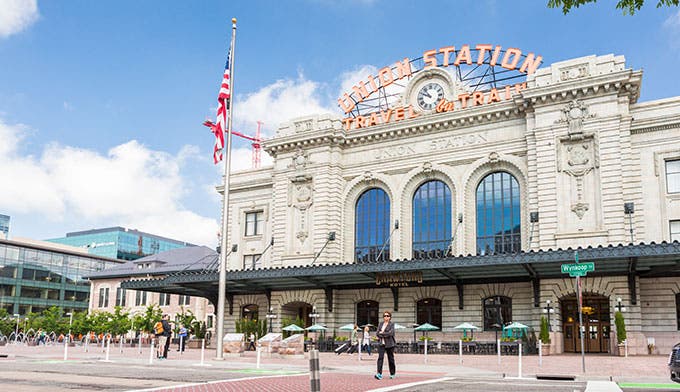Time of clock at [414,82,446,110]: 9:53
